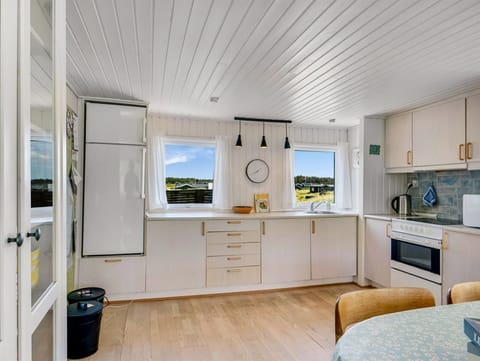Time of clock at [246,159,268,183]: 7:40
